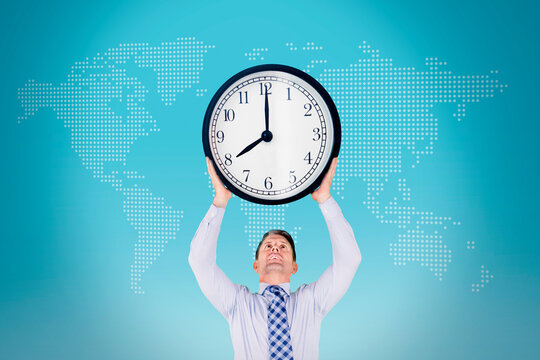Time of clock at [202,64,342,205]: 8:00
